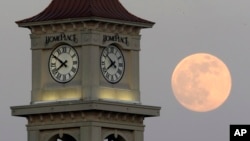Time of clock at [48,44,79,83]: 7:50
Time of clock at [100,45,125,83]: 7:52
